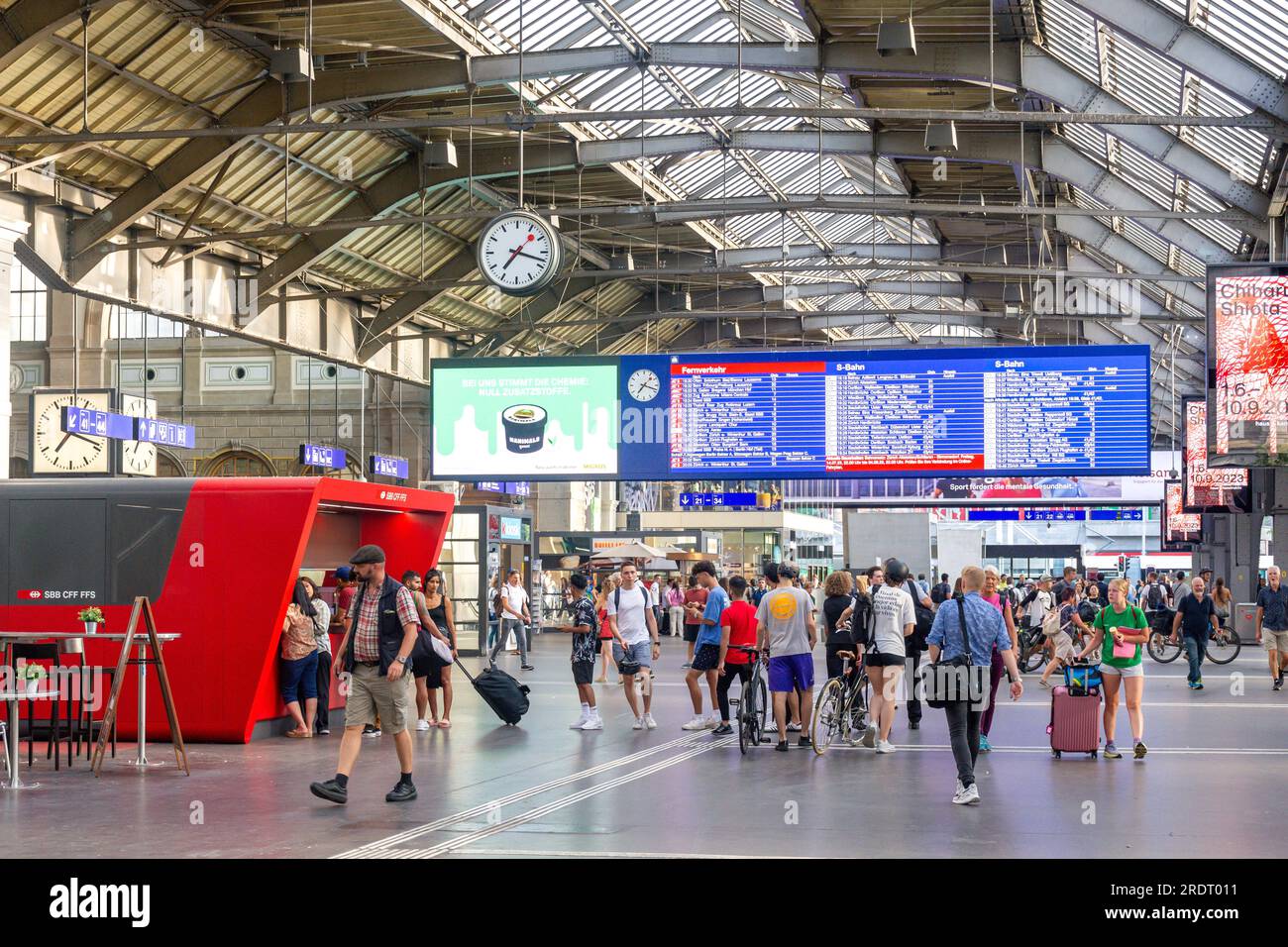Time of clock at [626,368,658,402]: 7:18
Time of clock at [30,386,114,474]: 7:18
